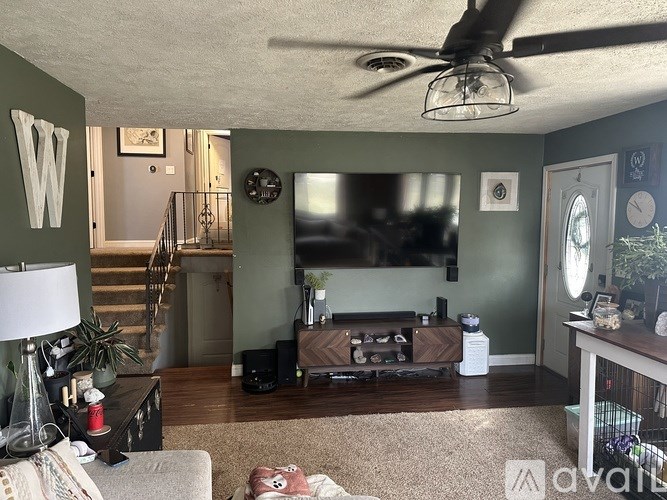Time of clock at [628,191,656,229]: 10:50
